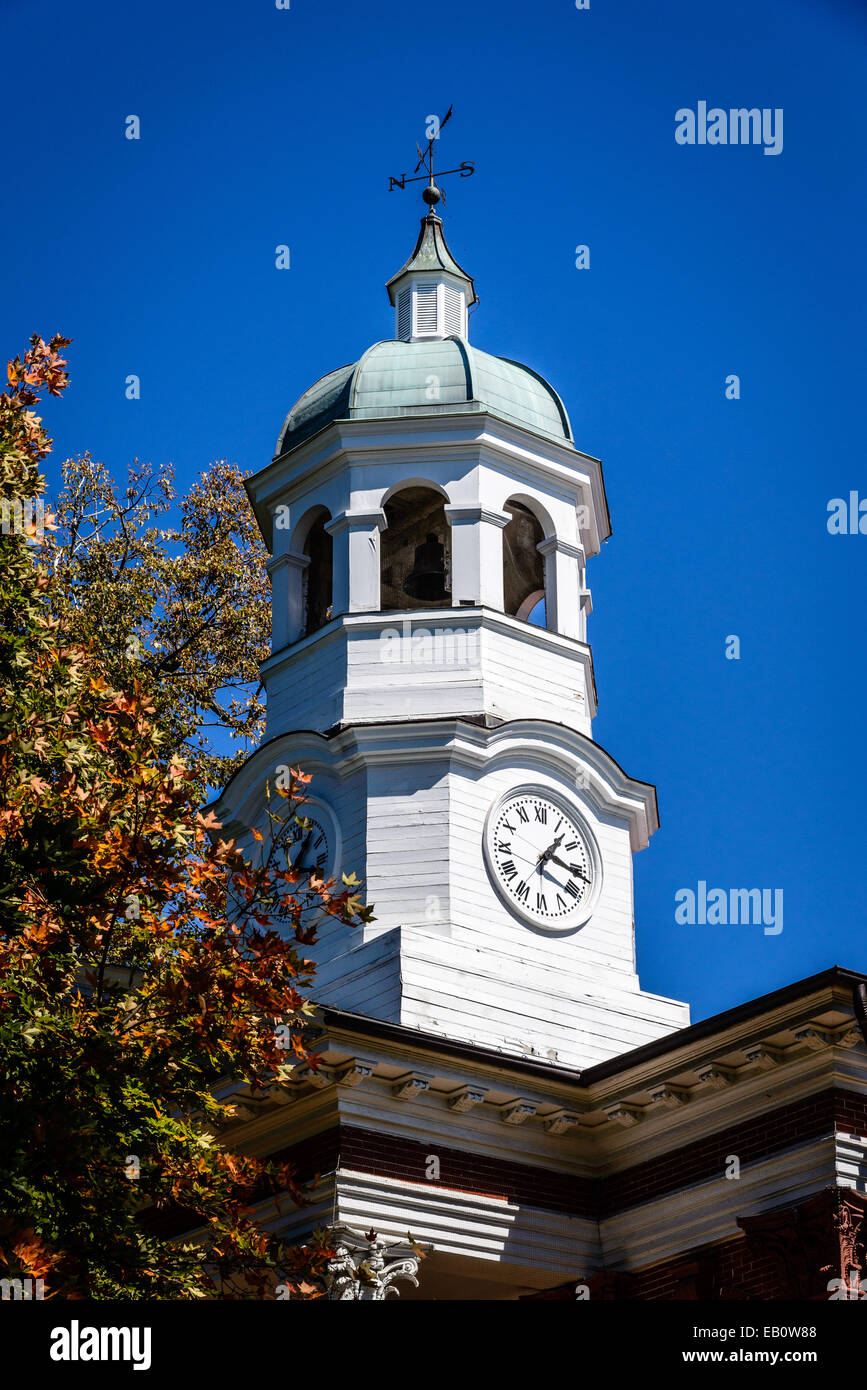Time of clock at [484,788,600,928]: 1:16
